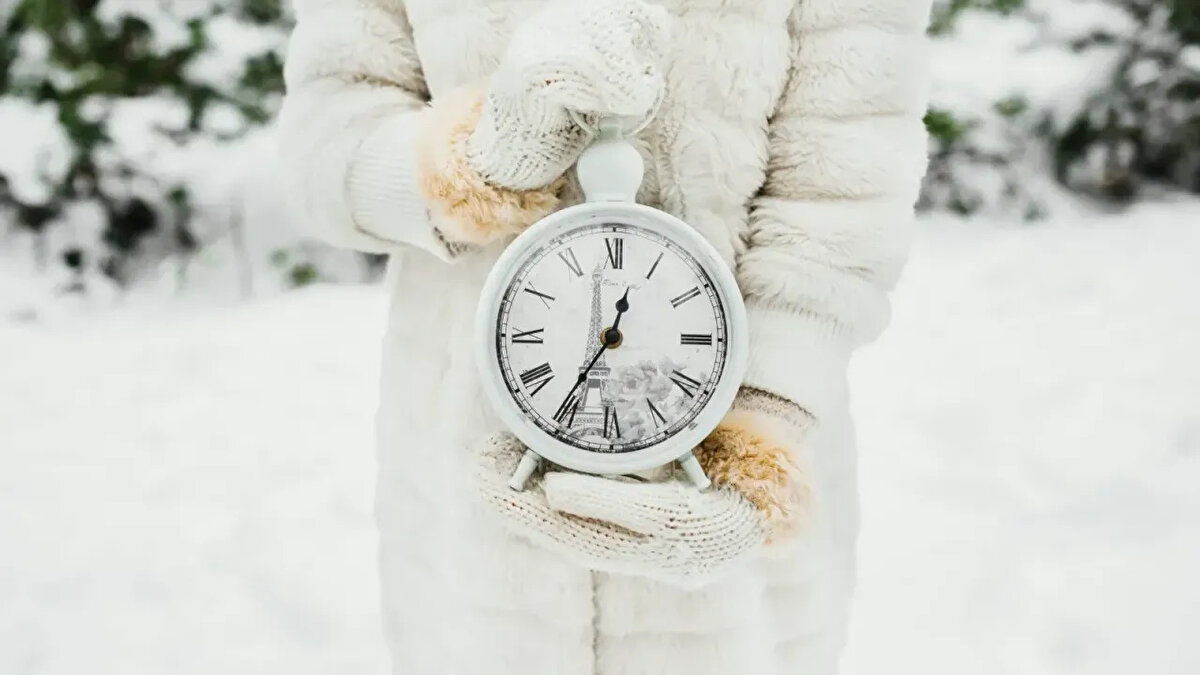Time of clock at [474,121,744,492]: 12:35
